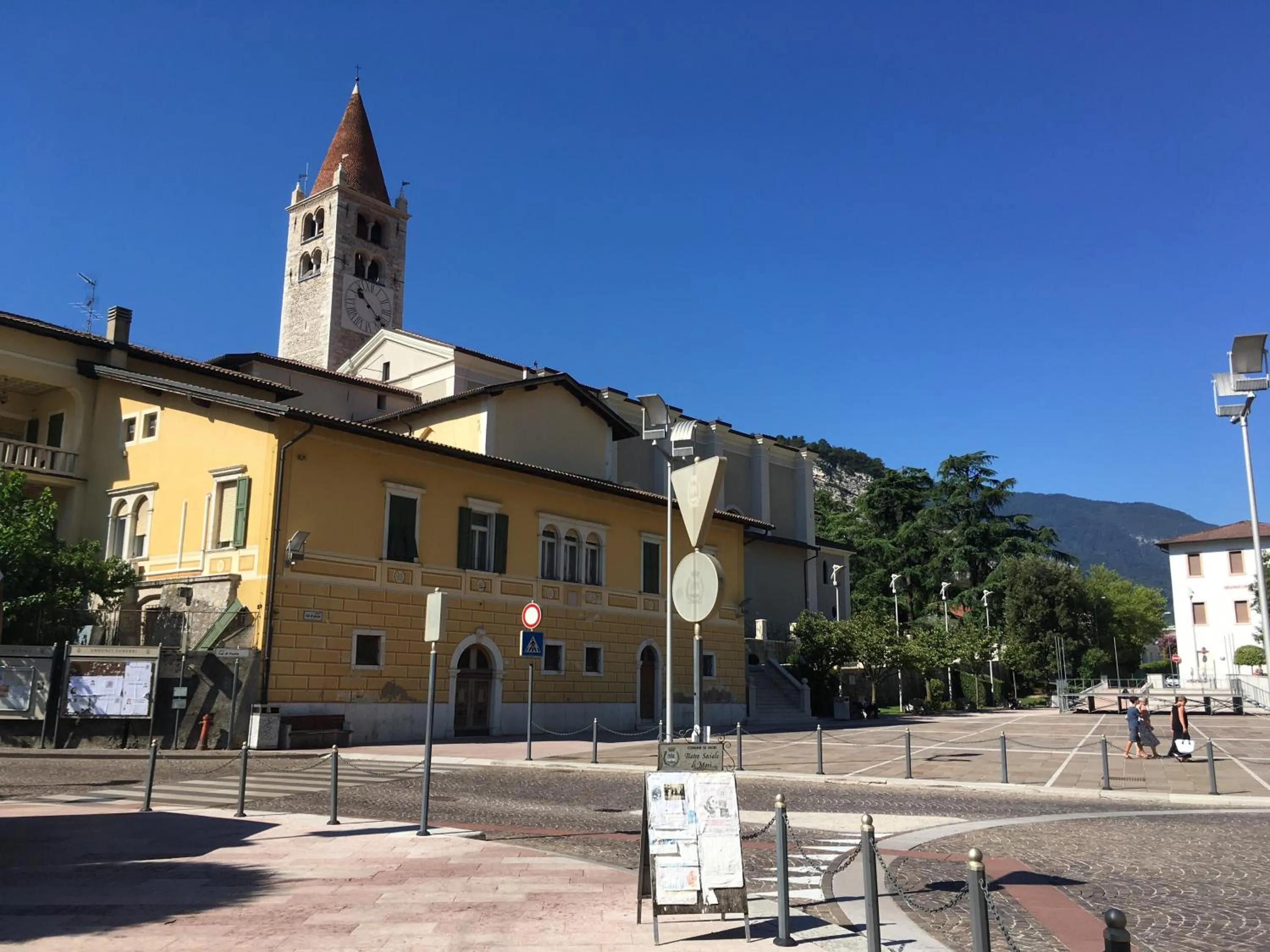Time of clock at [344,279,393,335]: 10:22
